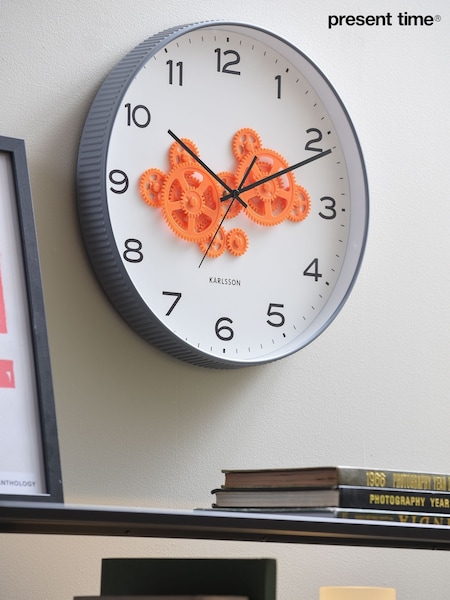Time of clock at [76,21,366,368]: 10:11
